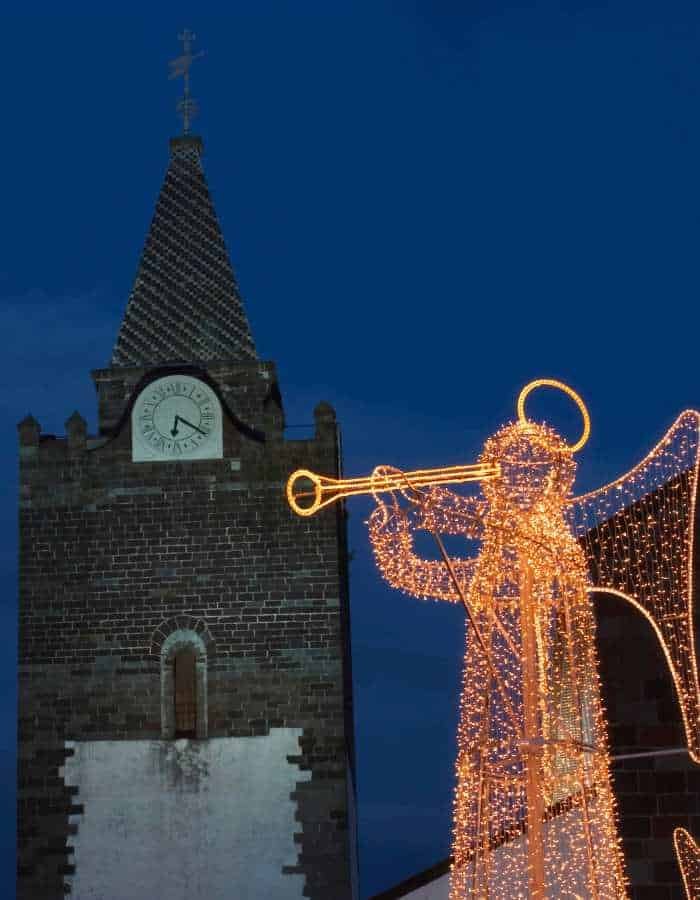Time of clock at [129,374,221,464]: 6:20
